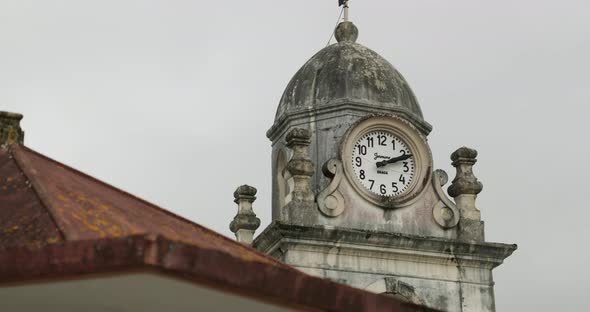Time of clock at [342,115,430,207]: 2:11
